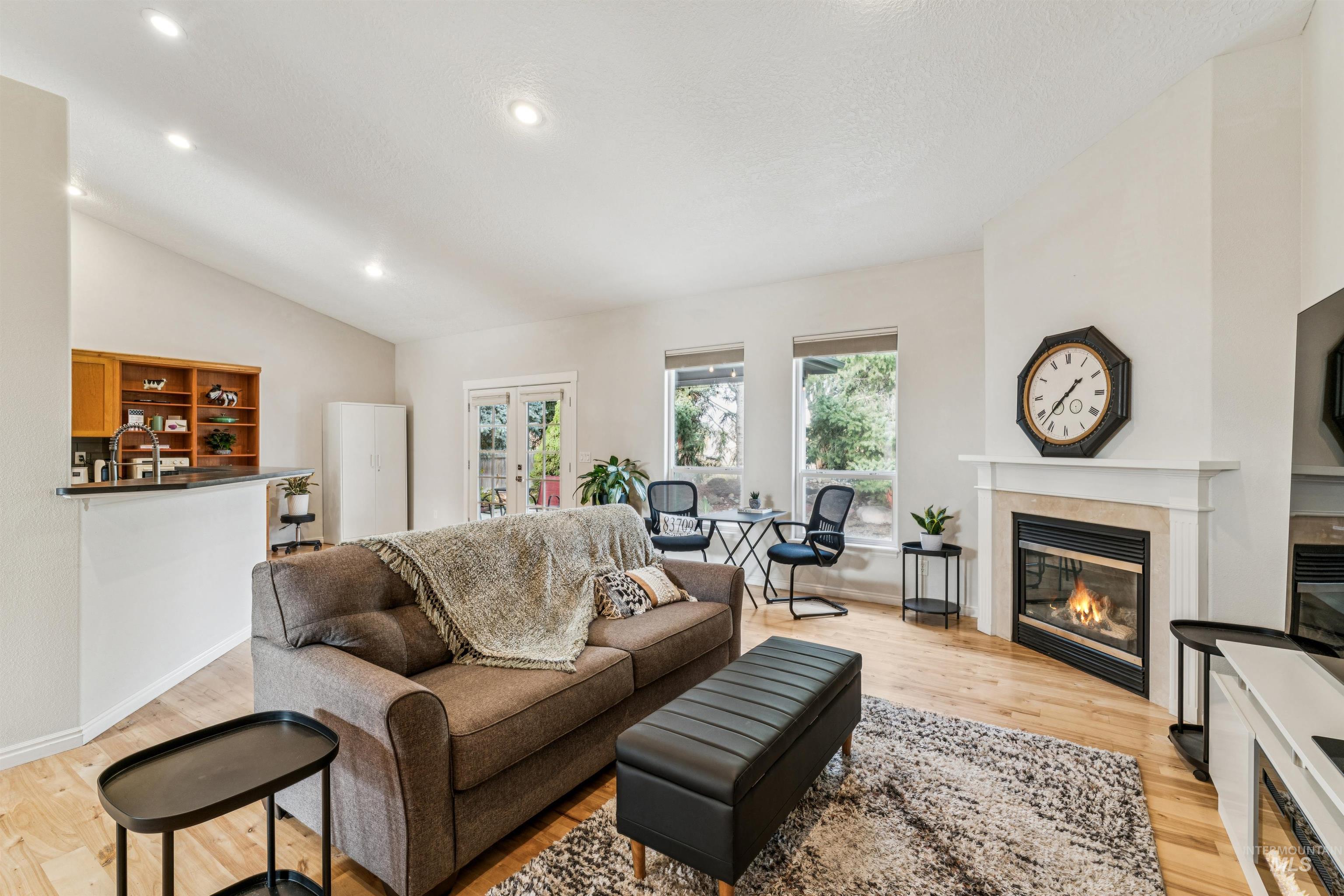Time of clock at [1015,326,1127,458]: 1:37
